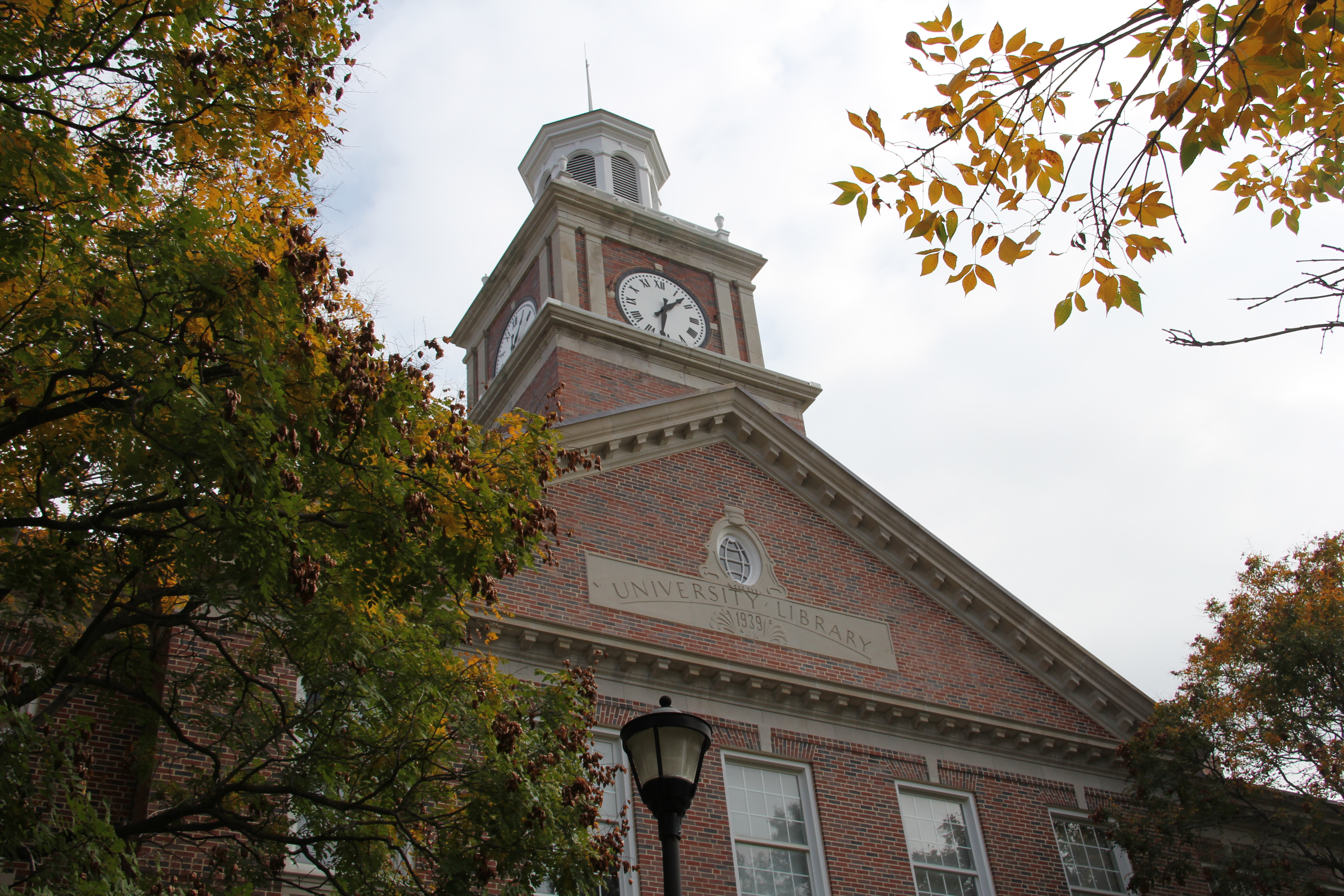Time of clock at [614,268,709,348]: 1:31
